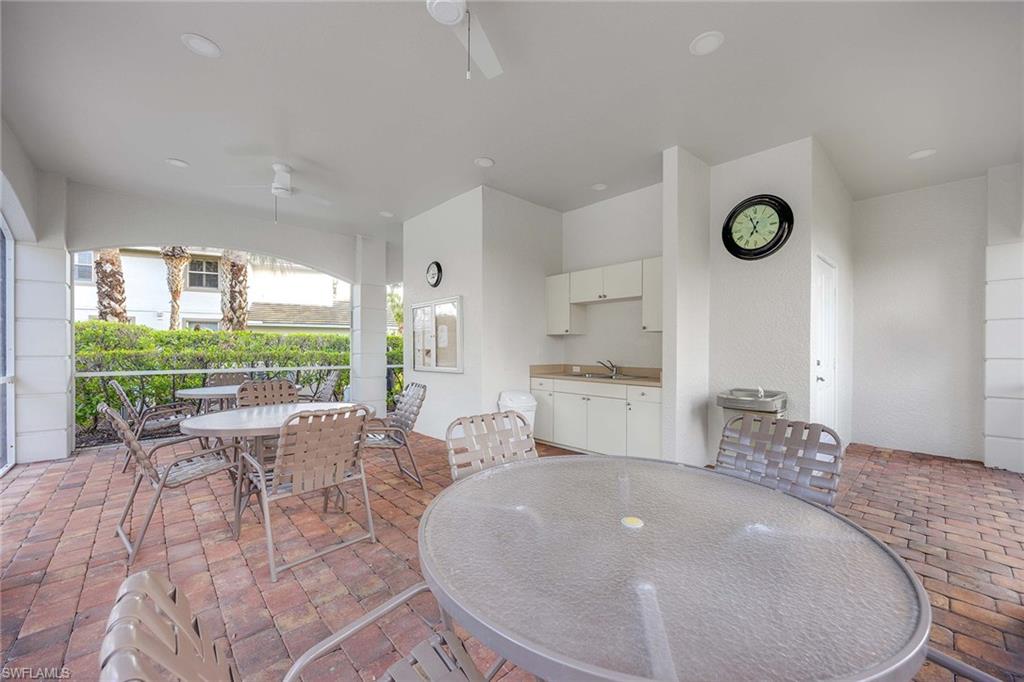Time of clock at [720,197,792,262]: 6:56
